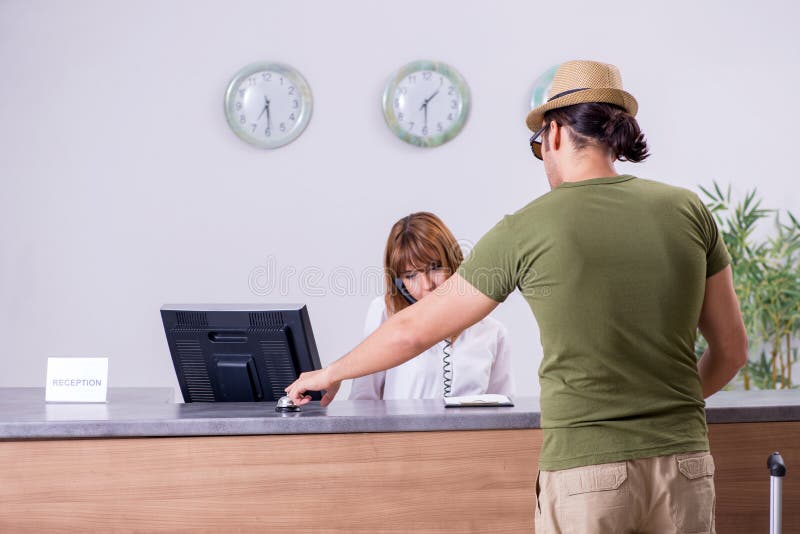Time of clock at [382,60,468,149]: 1:29
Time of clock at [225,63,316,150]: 7:29
